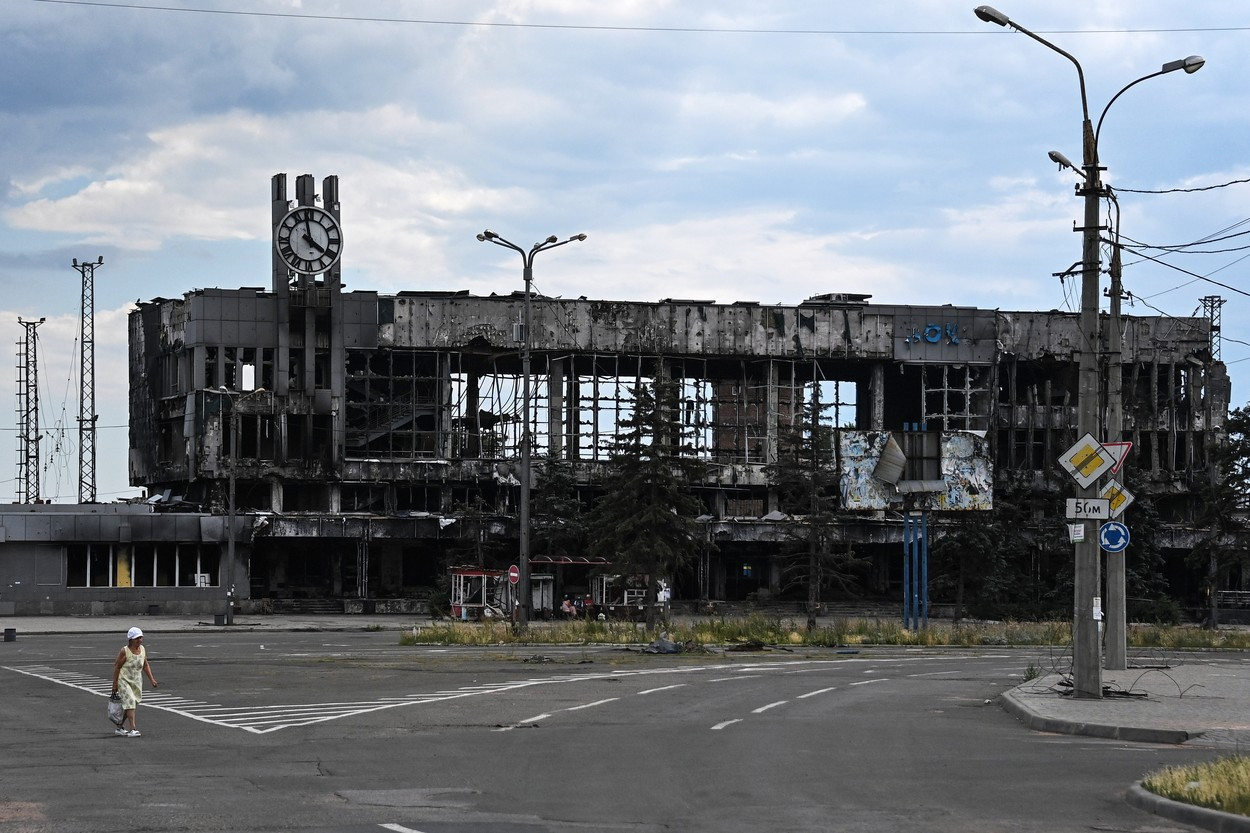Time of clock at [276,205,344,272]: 3:58
